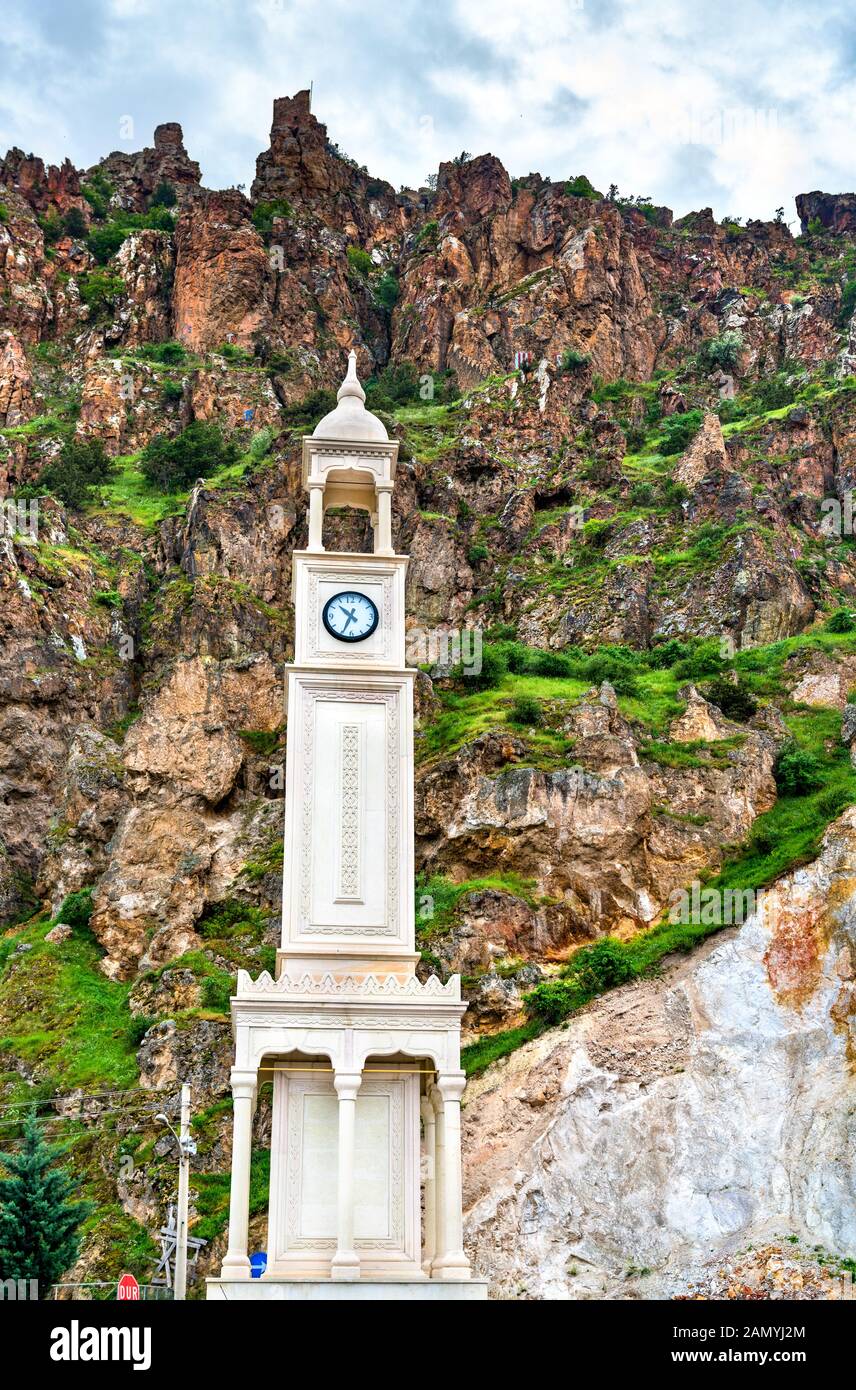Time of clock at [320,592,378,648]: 10:34
